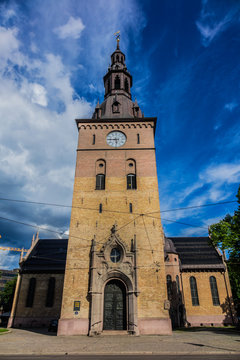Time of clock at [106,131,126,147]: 5:45
